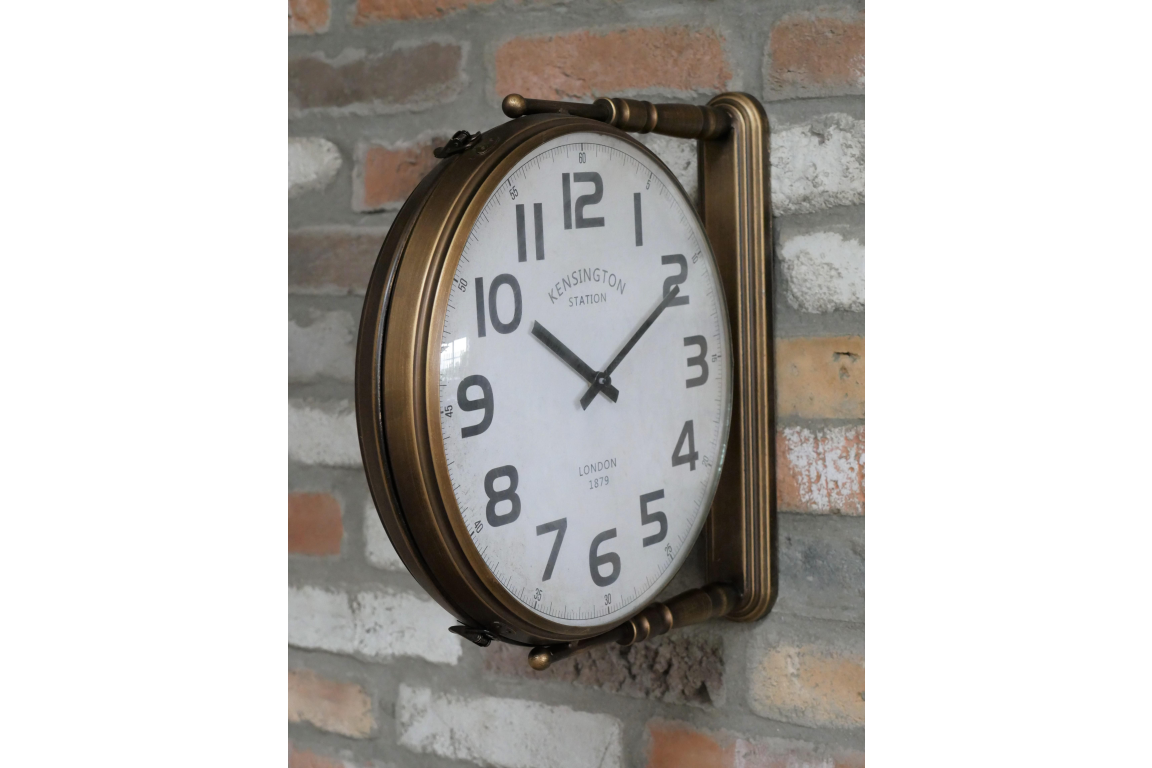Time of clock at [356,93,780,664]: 10:10
